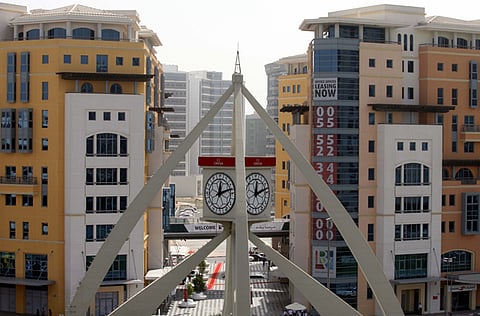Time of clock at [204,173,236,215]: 12:12
